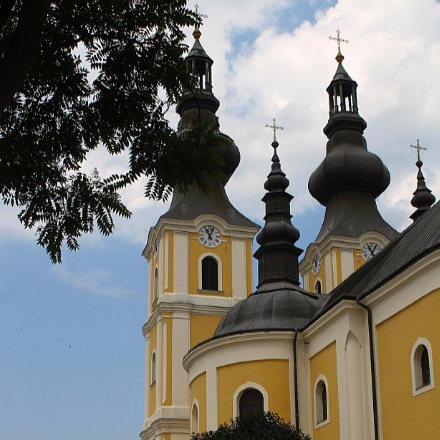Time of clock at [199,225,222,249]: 11:03
